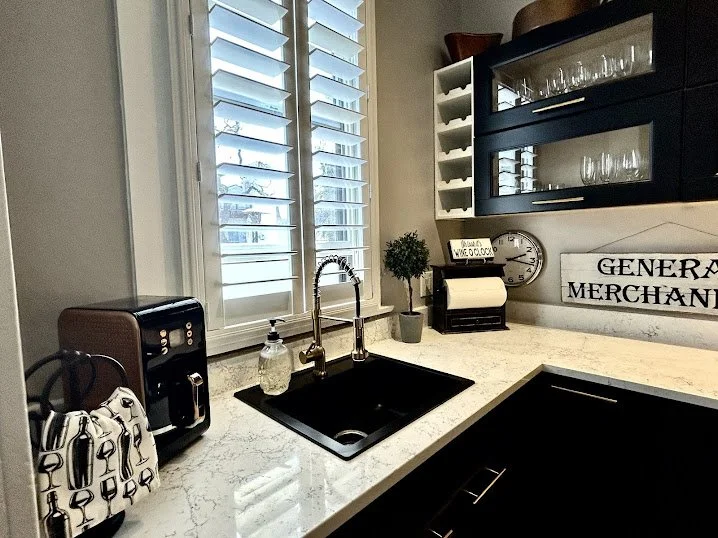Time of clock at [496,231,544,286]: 2:17
